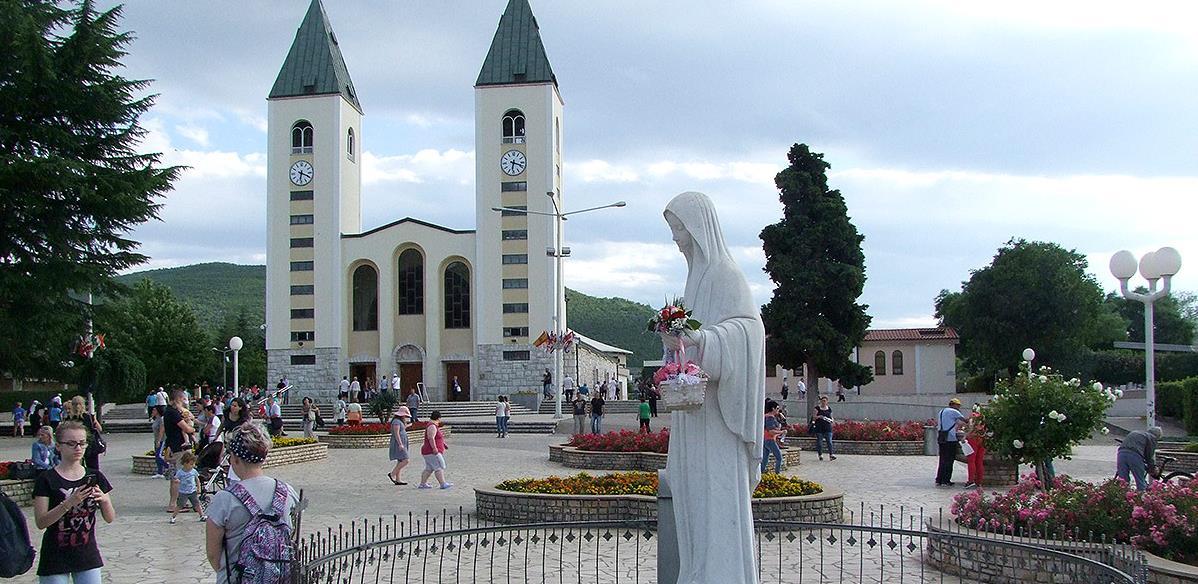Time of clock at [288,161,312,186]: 6:18
